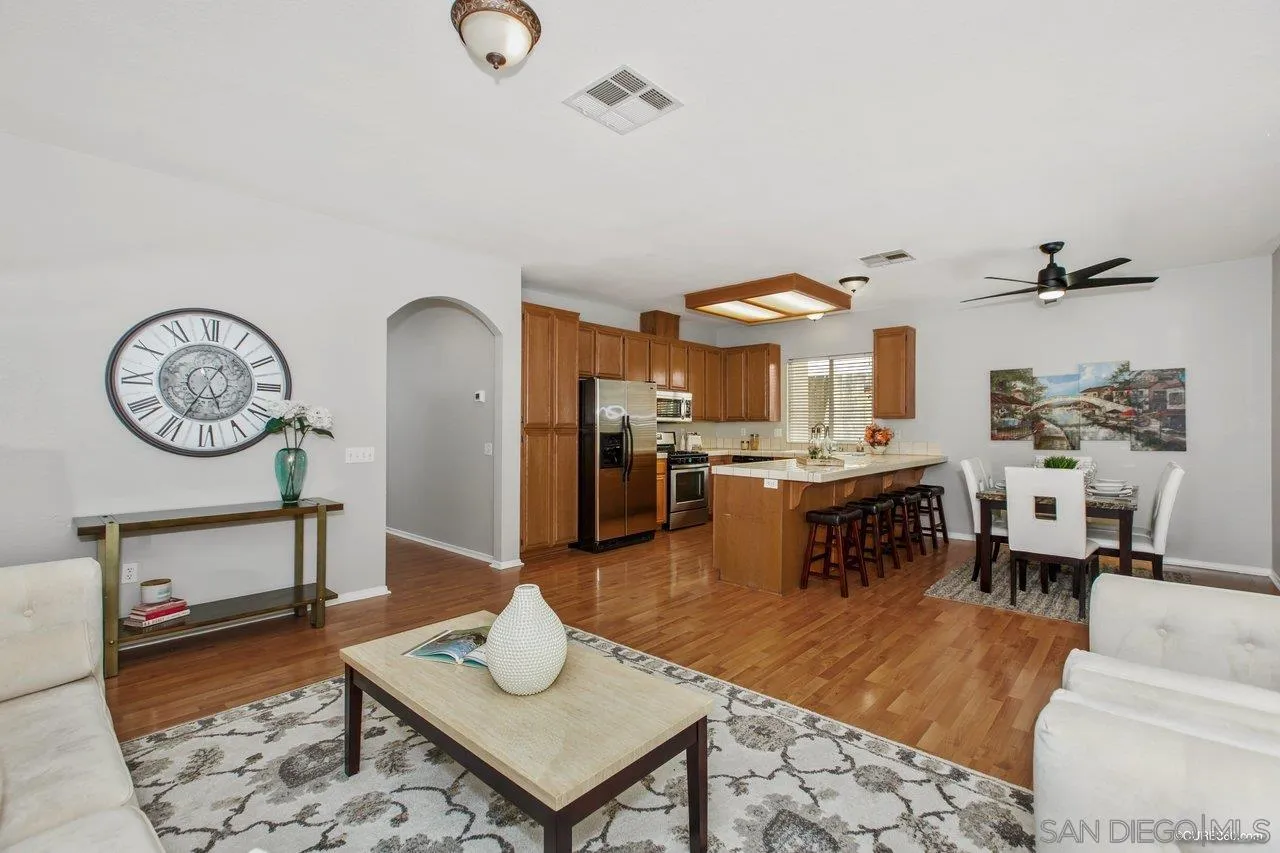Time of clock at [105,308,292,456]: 5:34
